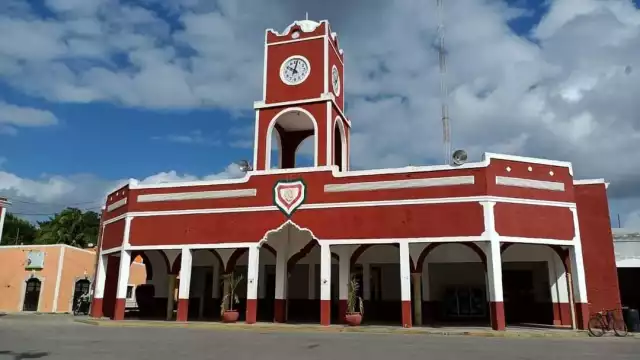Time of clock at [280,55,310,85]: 10:02
